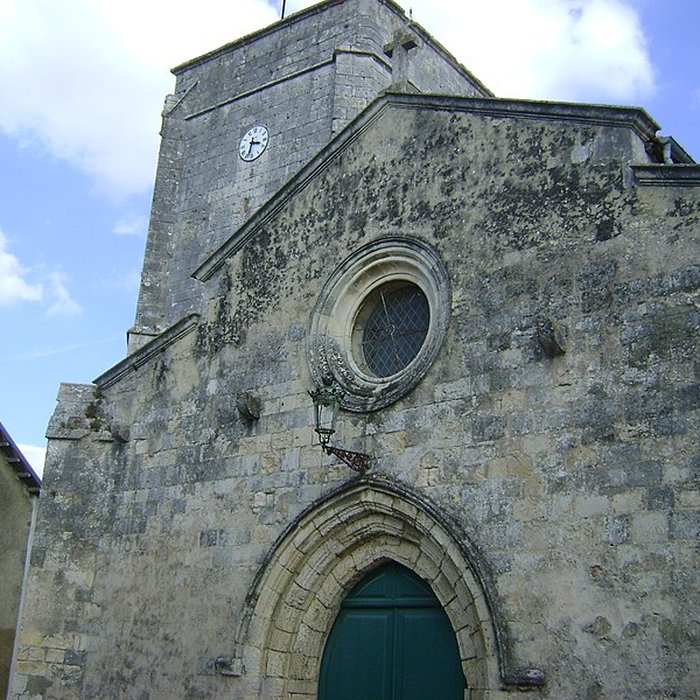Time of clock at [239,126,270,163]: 3:32
